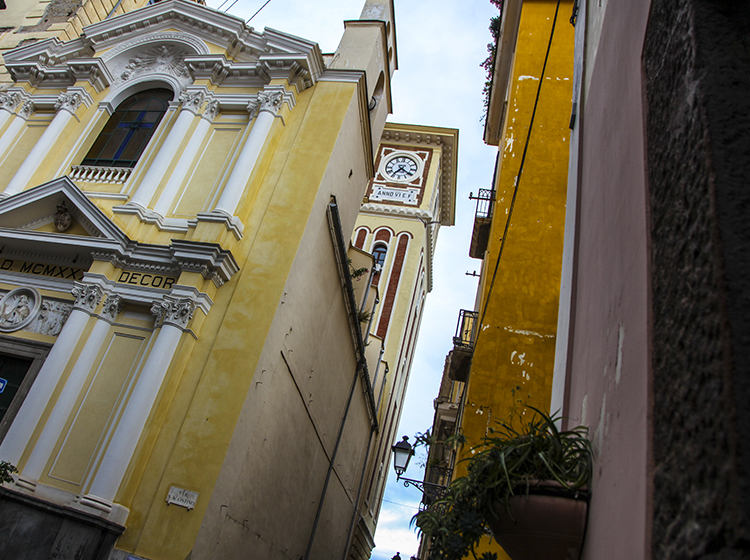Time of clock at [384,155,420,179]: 7:20
